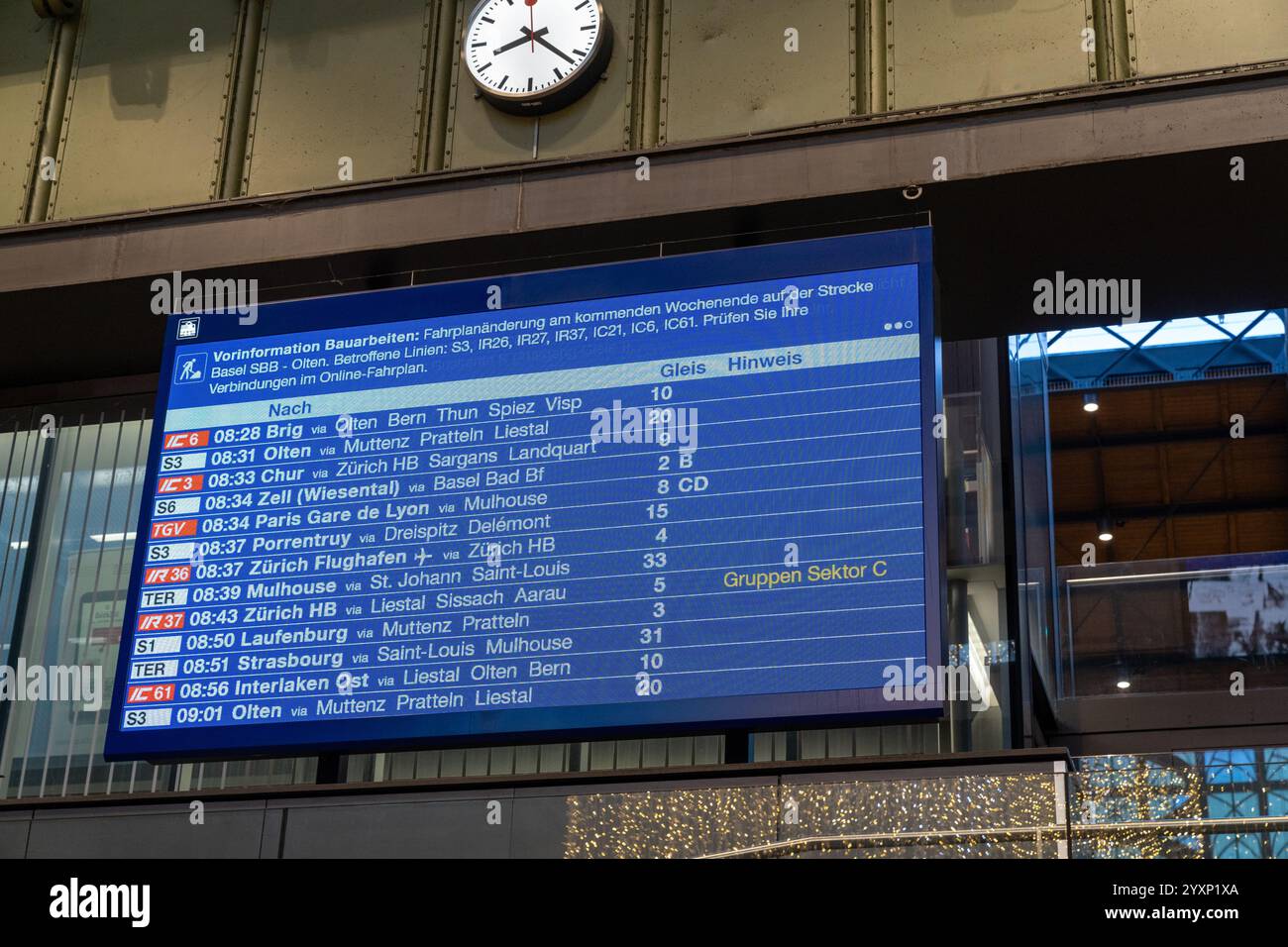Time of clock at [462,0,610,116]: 8:21
